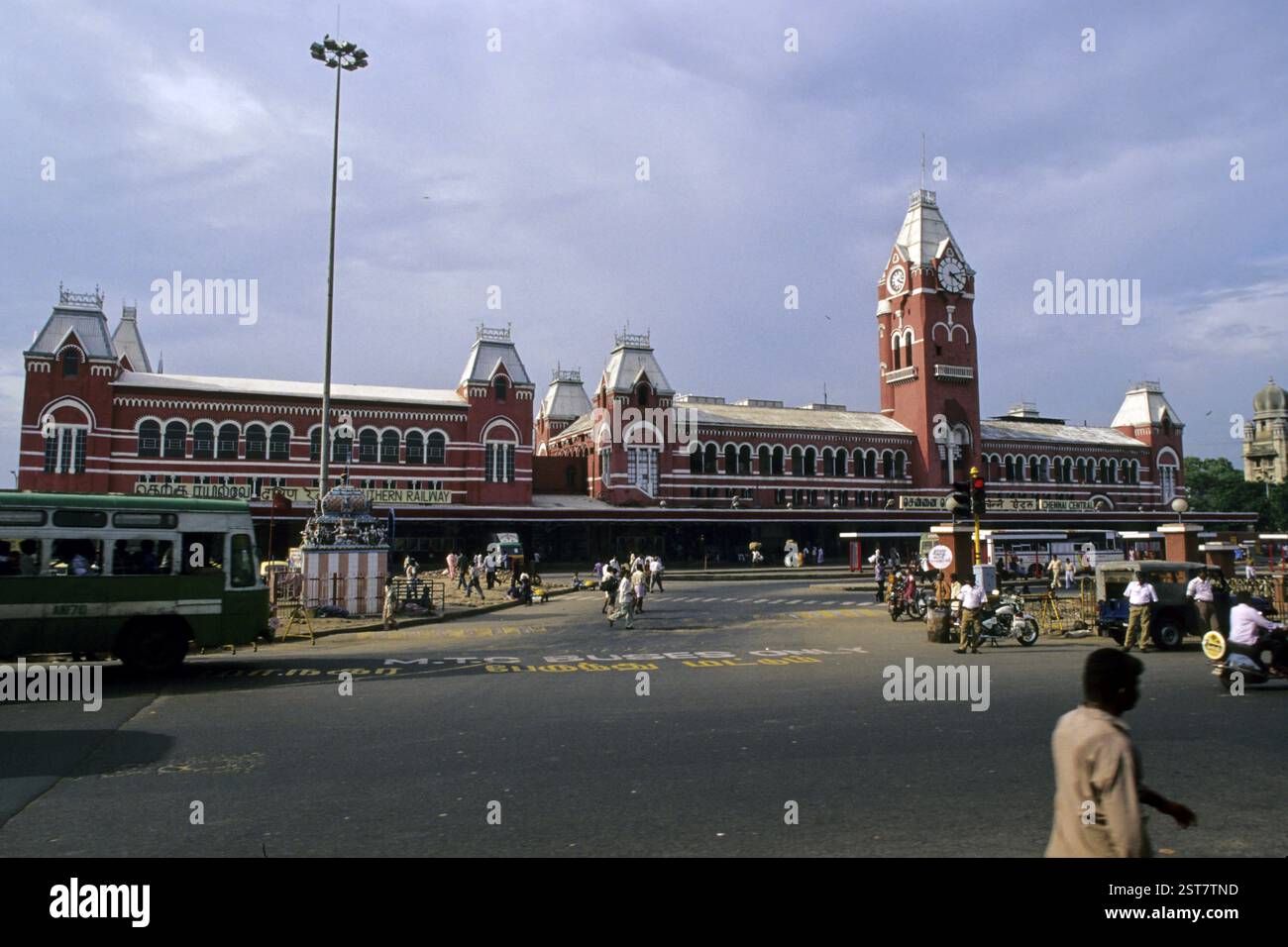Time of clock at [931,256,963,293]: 4:12
